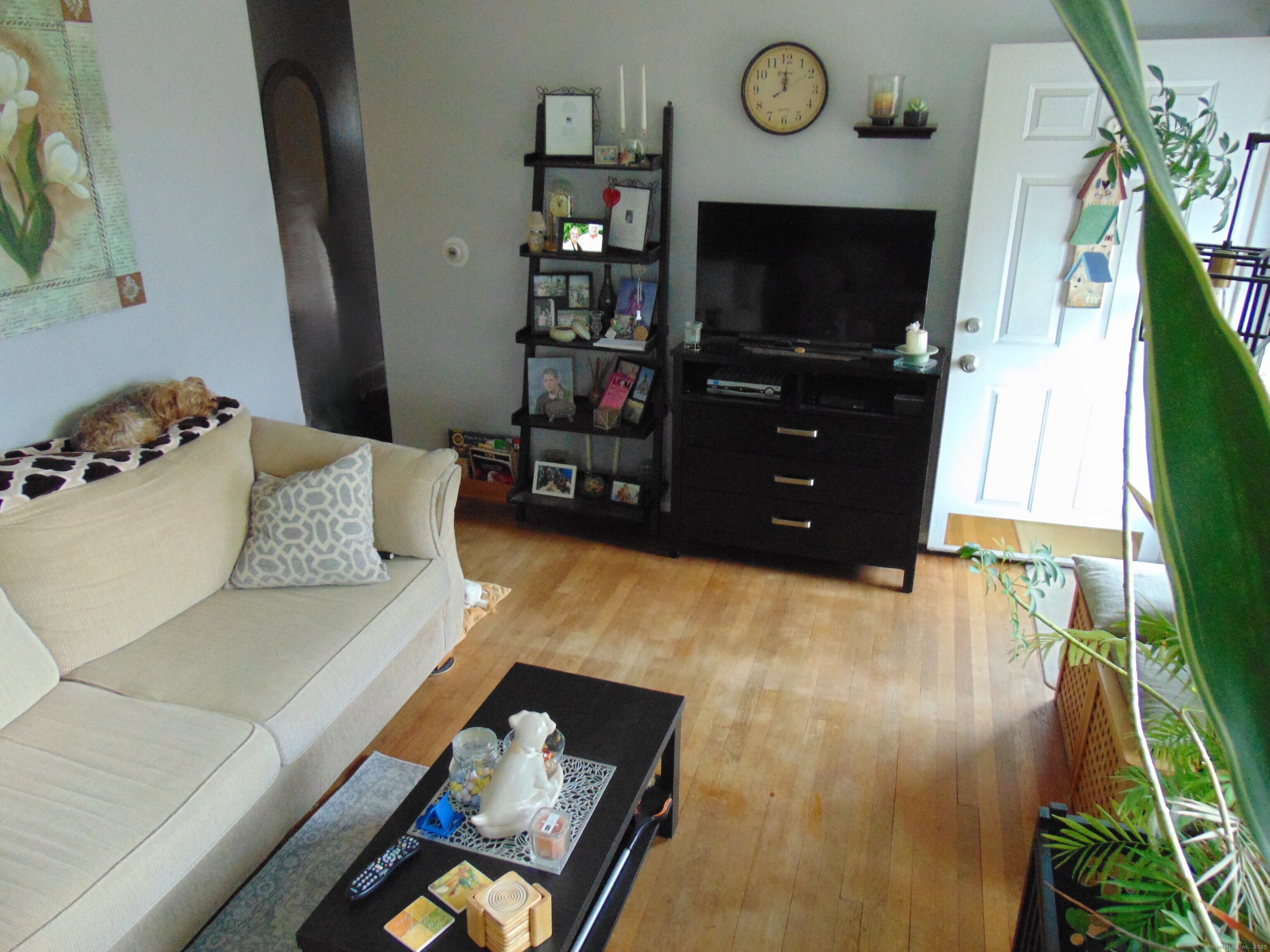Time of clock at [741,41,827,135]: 12:00
